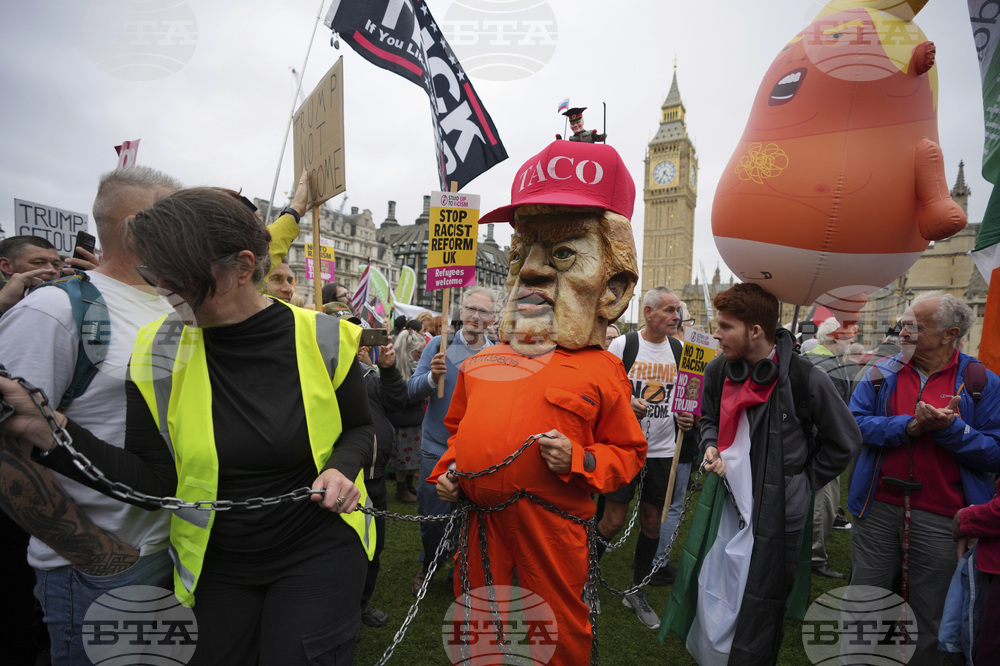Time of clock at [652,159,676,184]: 4:34
